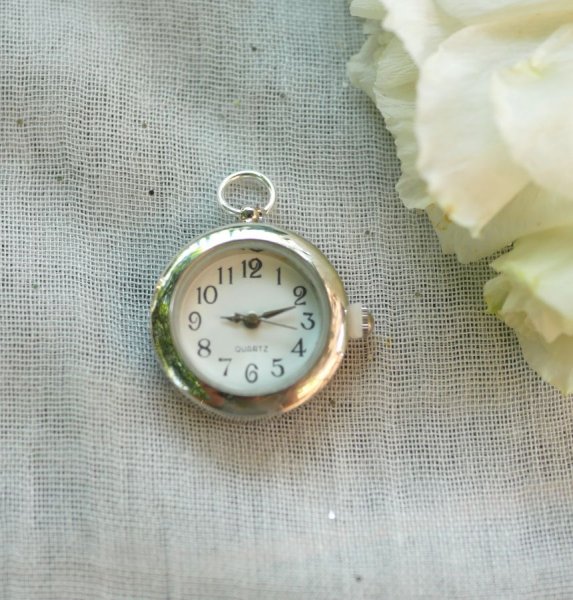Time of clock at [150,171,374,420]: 9:11
